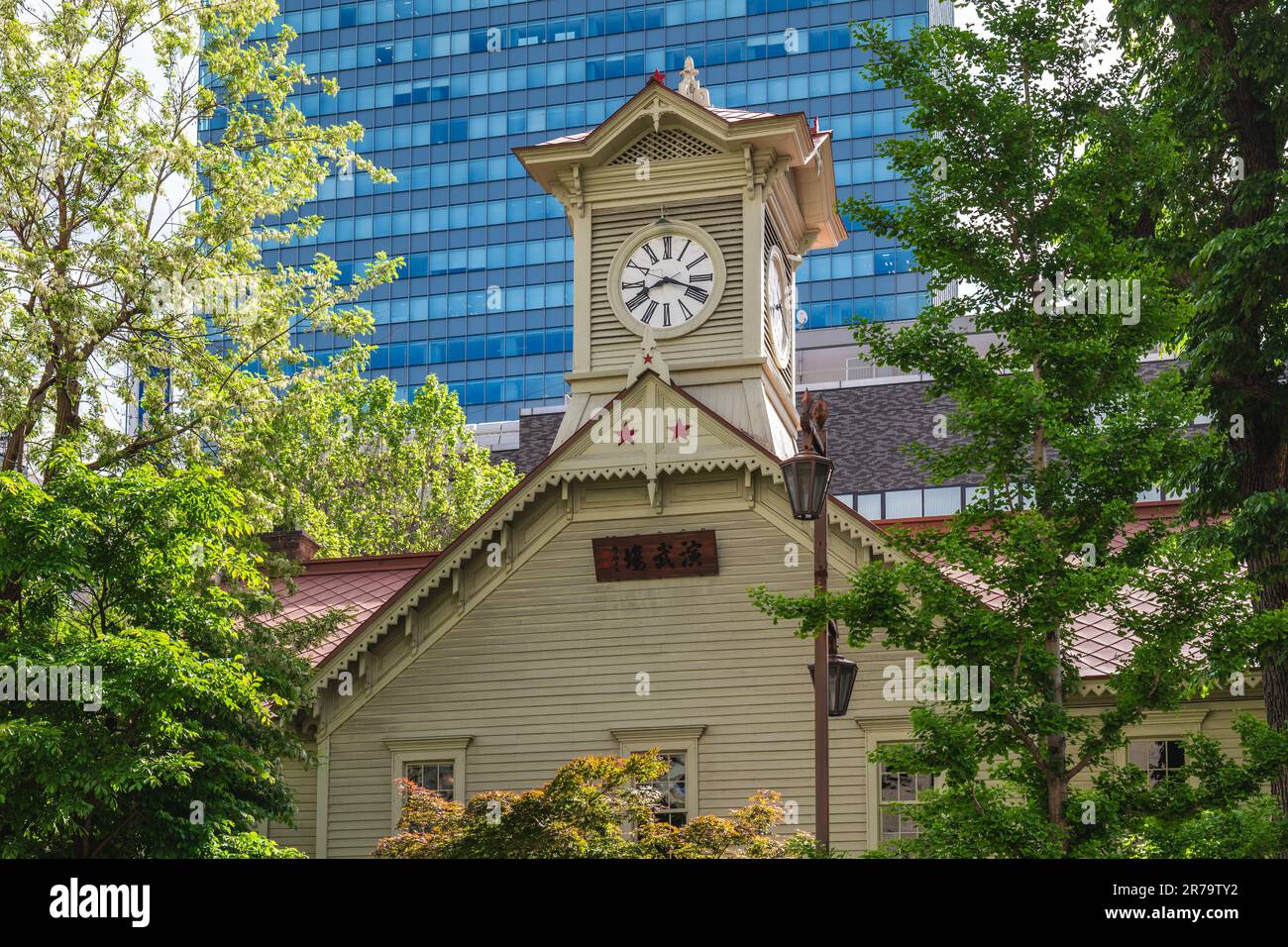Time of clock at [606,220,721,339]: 8:18
